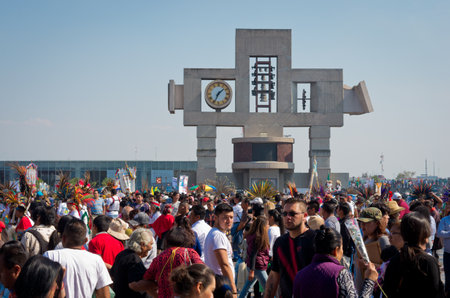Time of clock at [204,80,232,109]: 1:34
